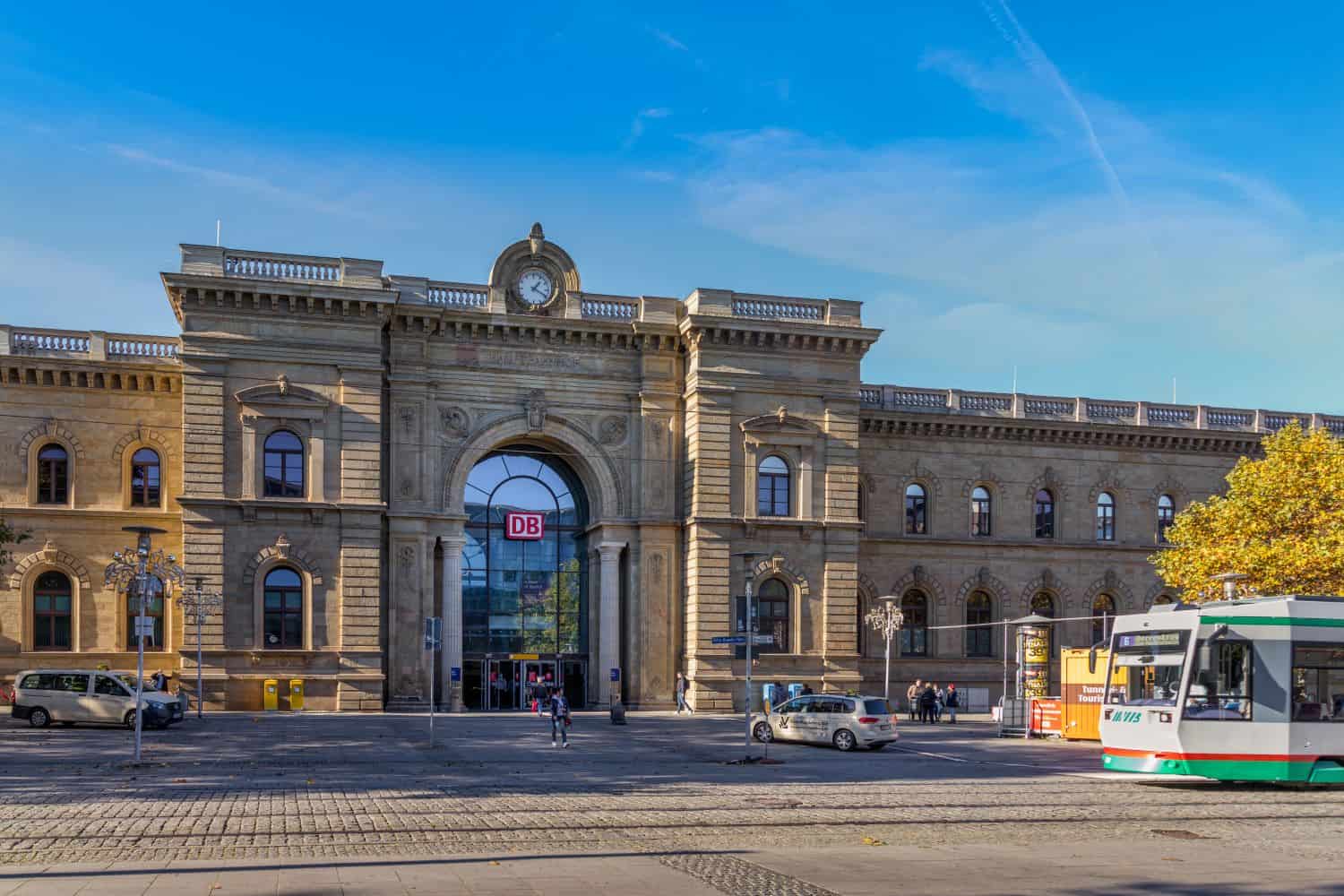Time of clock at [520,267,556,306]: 1:20
